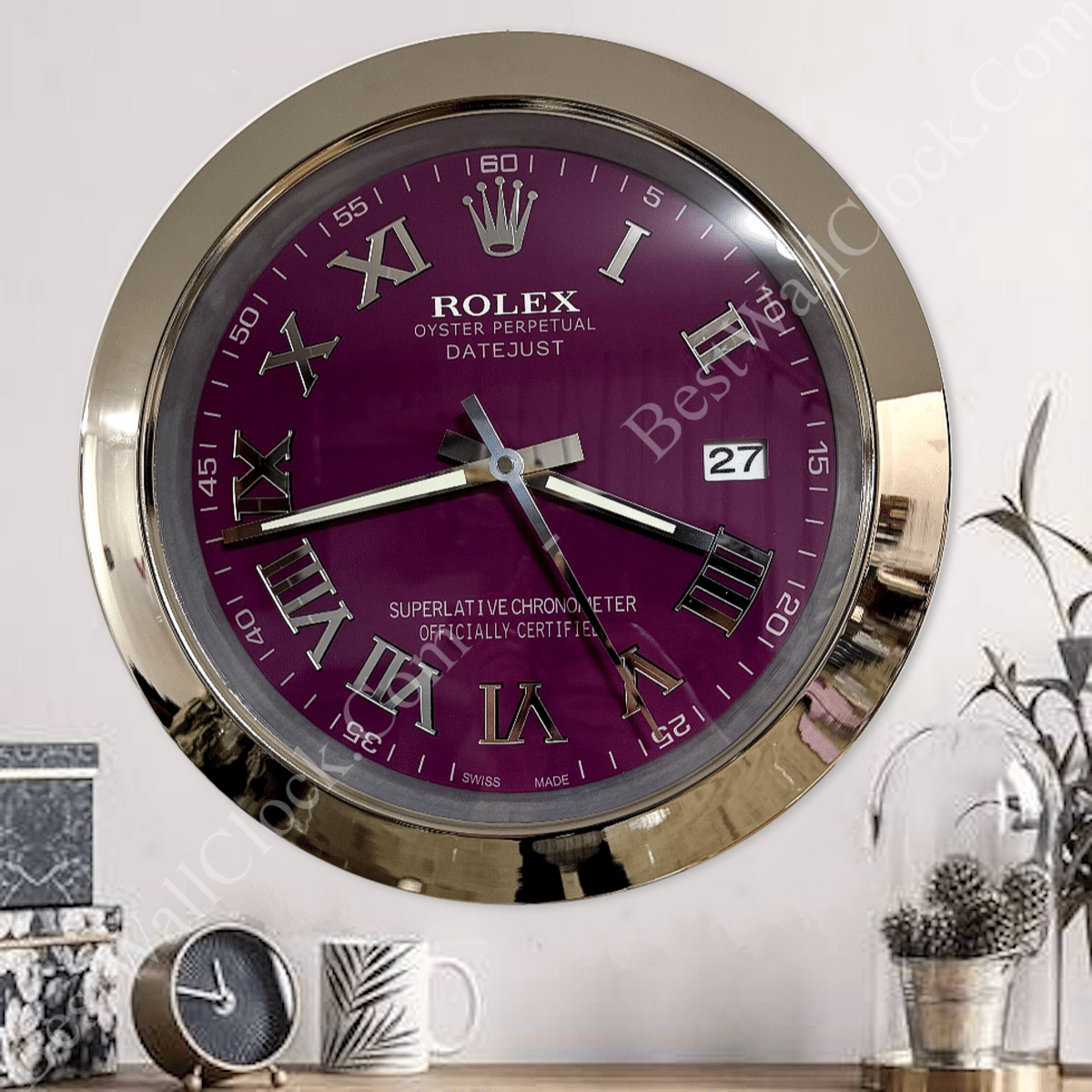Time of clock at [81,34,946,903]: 3:42
